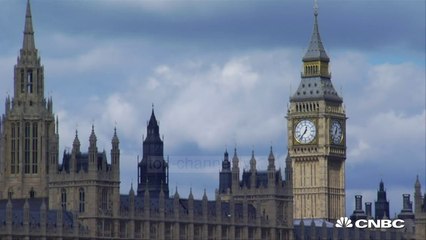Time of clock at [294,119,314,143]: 12:36
